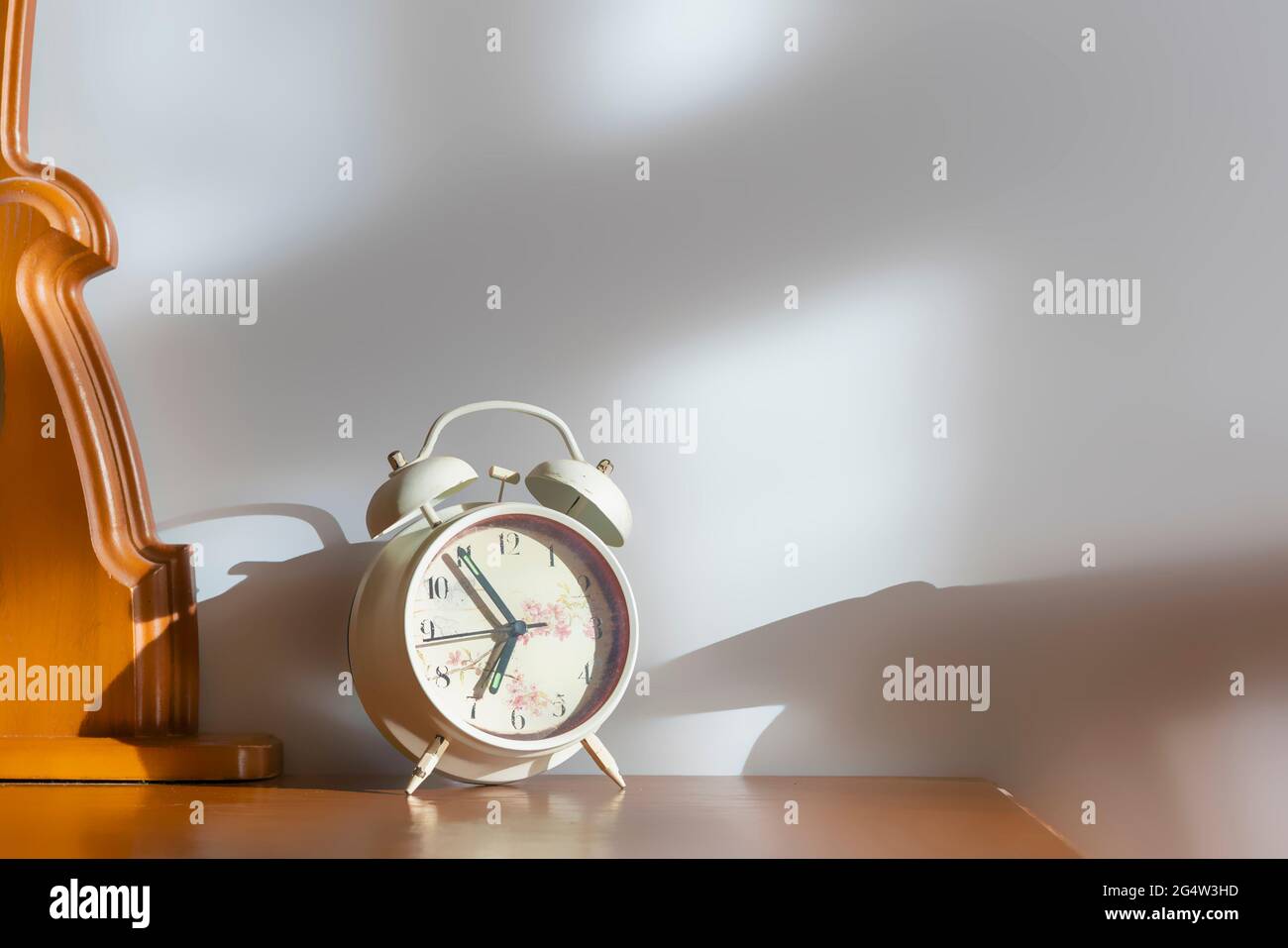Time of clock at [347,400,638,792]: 6:53
